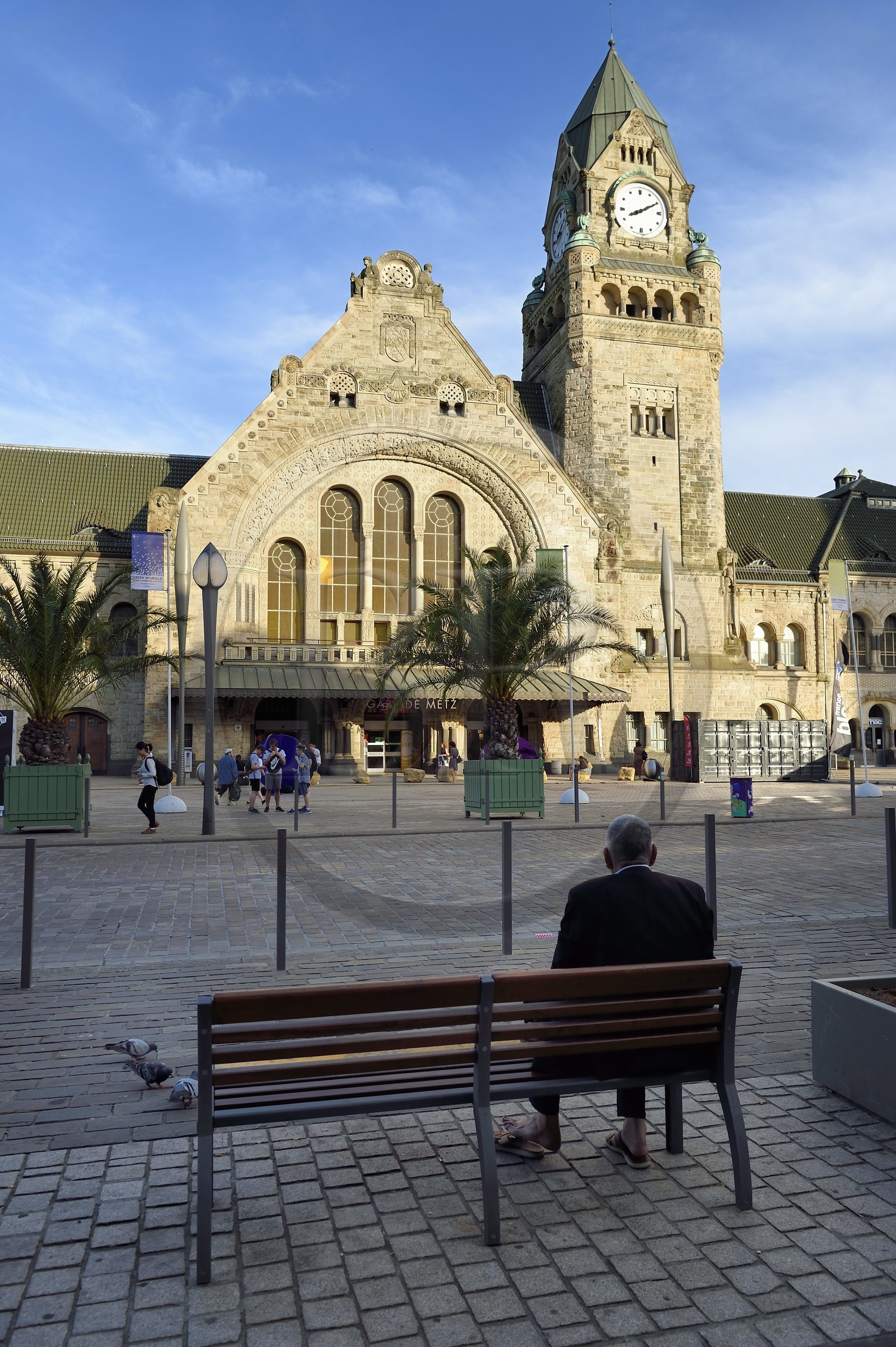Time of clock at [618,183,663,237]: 8:10
